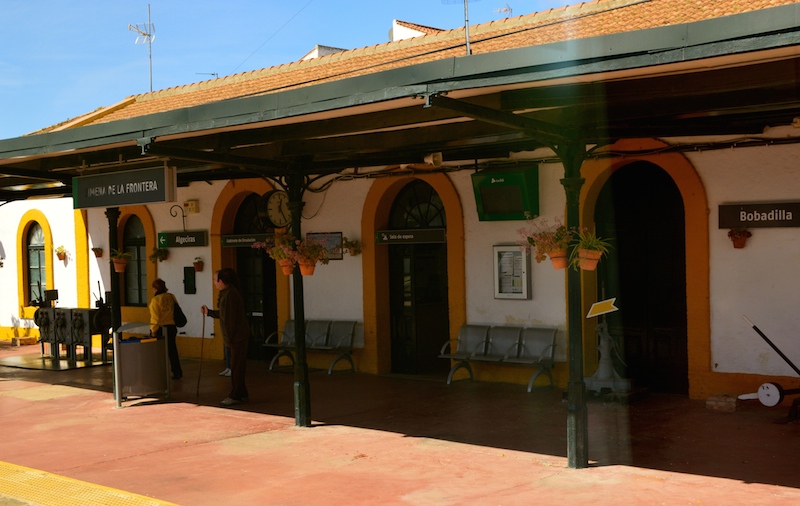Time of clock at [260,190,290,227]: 12:24
